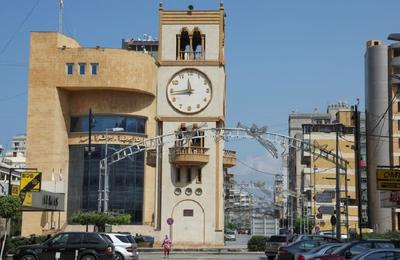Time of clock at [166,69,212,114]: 11:44
